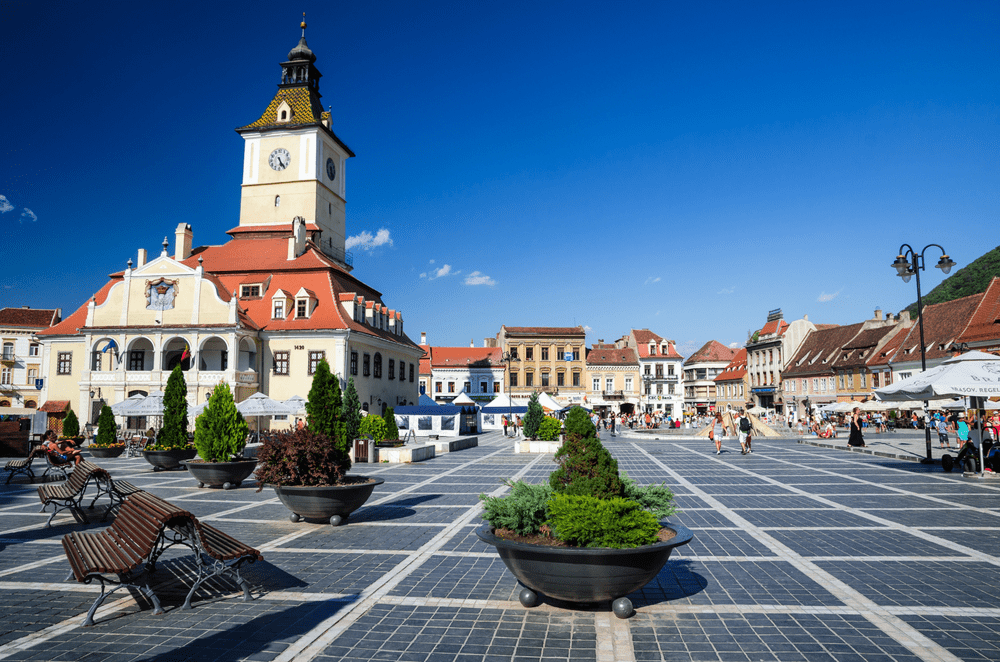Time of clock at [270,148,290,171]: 5:24
